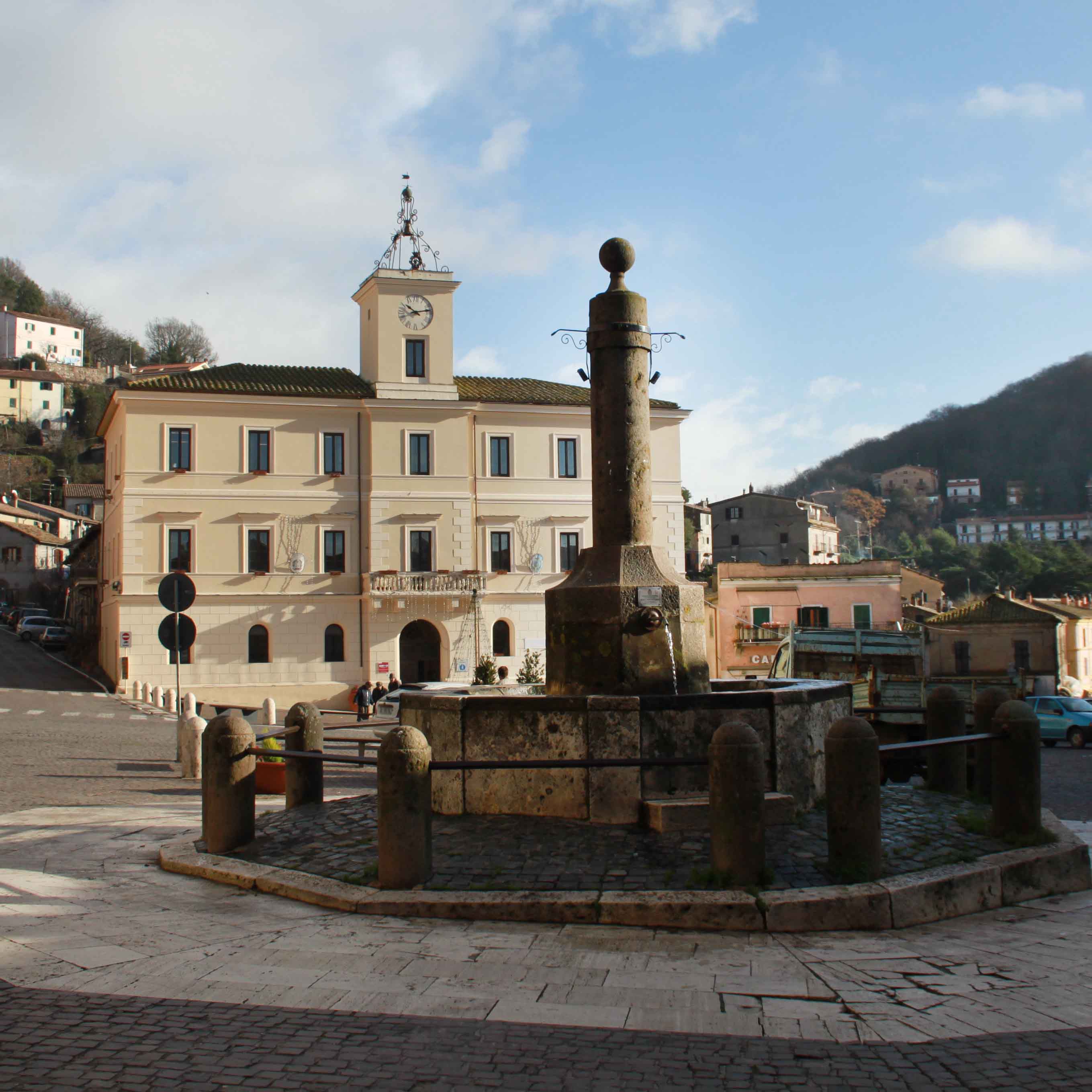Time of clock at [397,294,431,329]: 10:12
